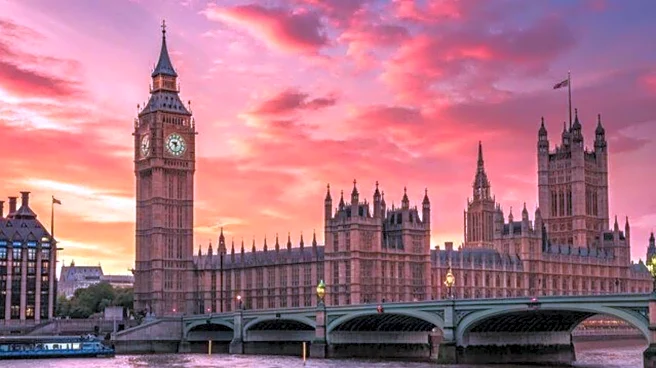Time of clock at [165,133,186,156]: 9:31
